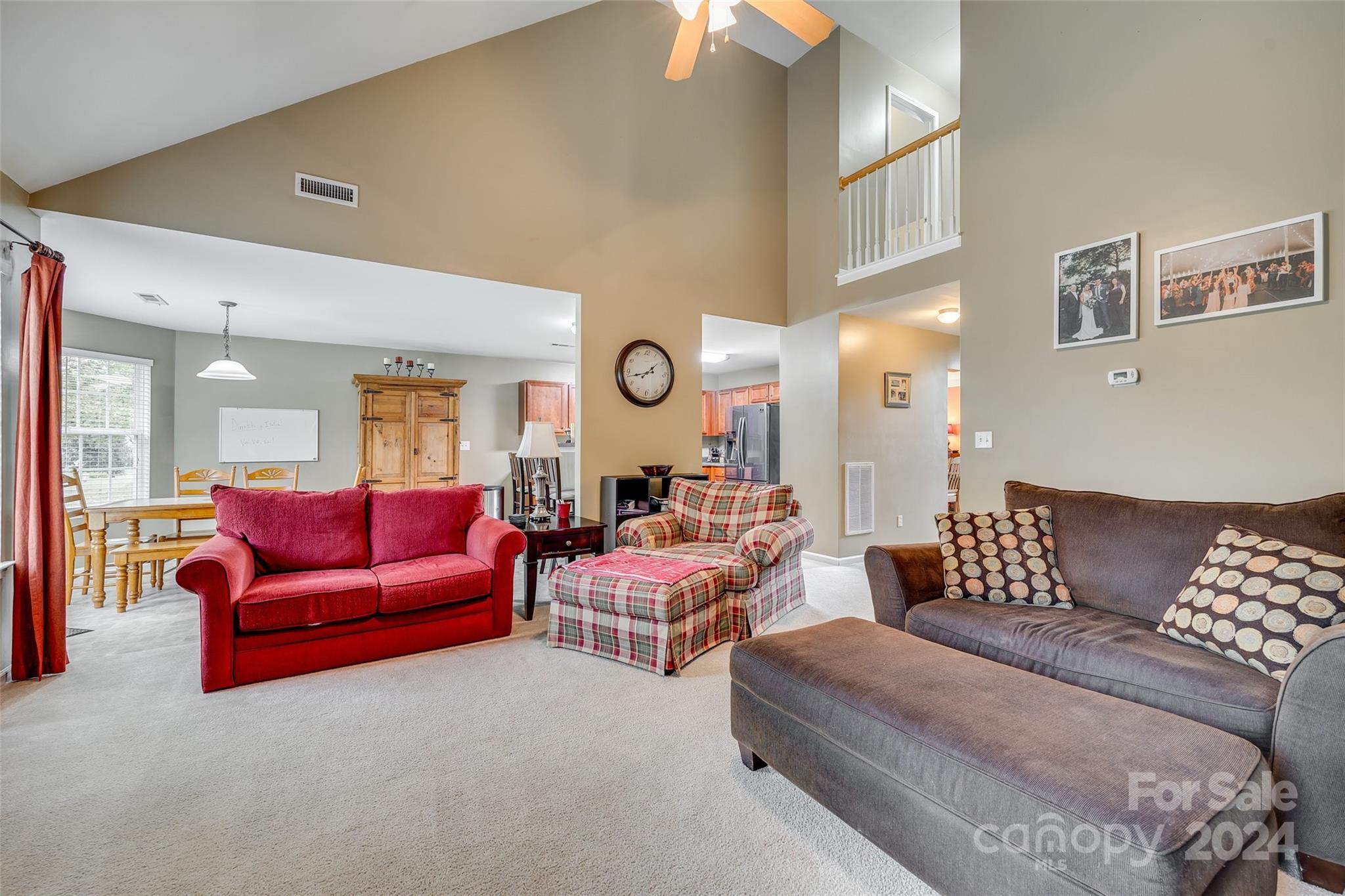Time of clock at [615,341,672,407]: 1:42
